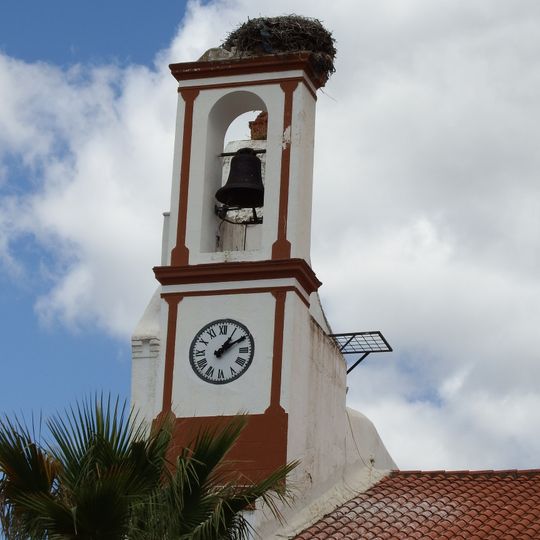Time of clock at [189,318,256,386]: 1:09
